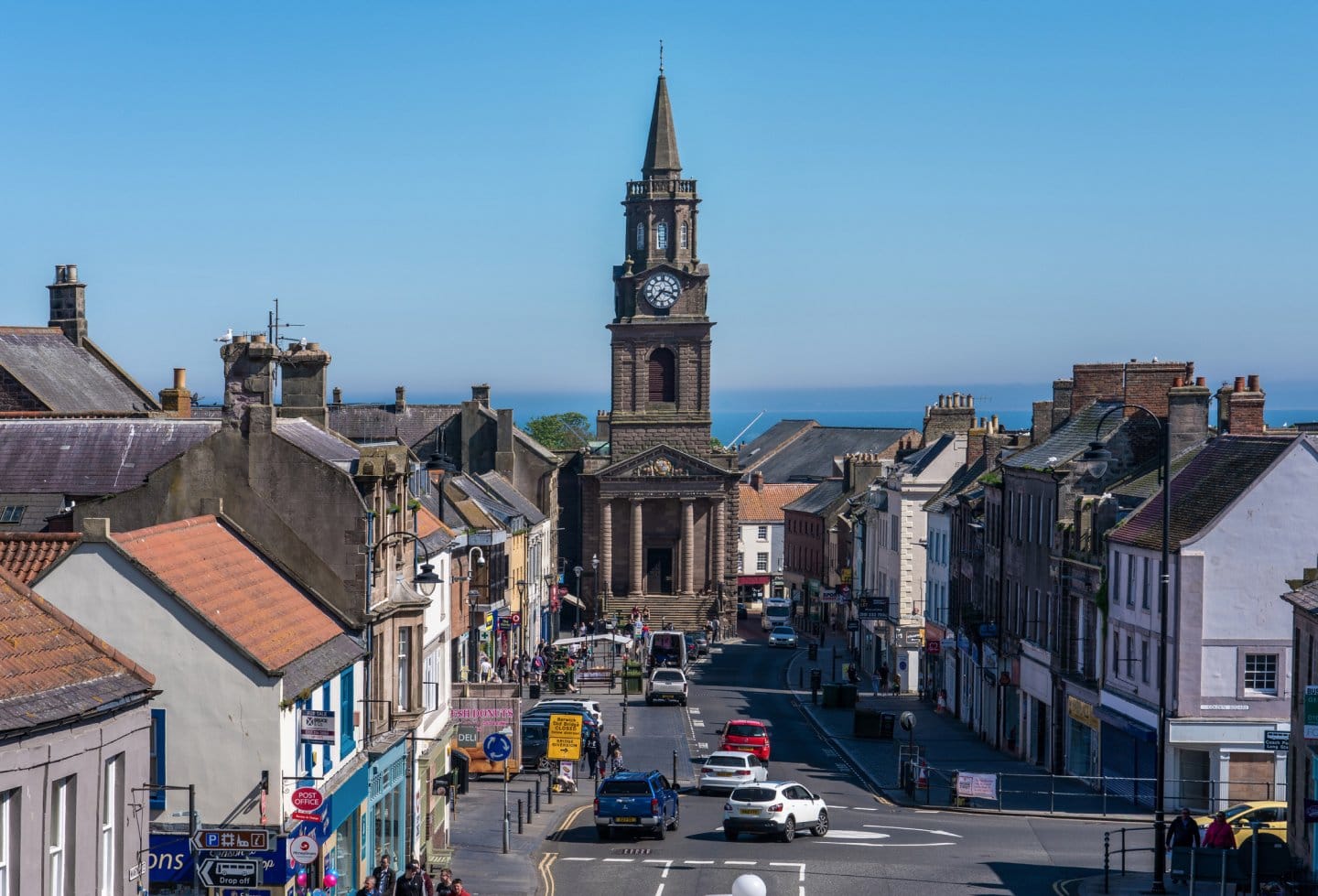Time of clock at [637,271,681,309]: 7:17
